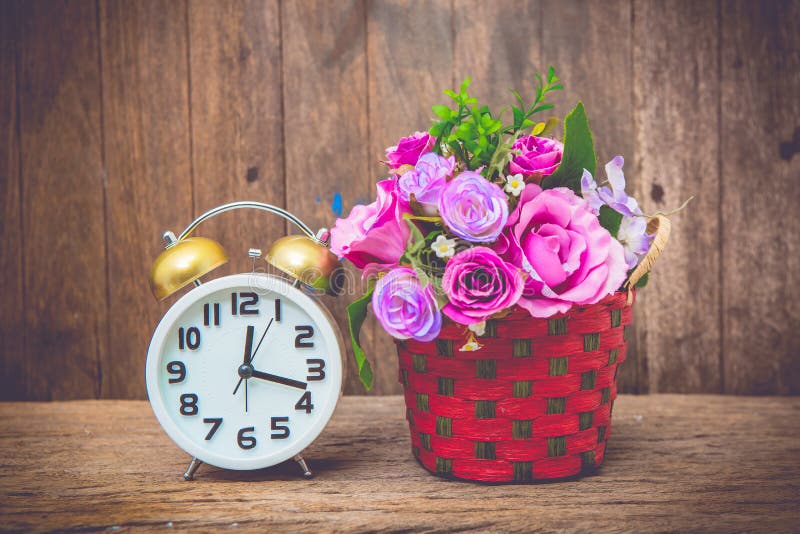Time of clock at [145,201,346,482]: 12:17
